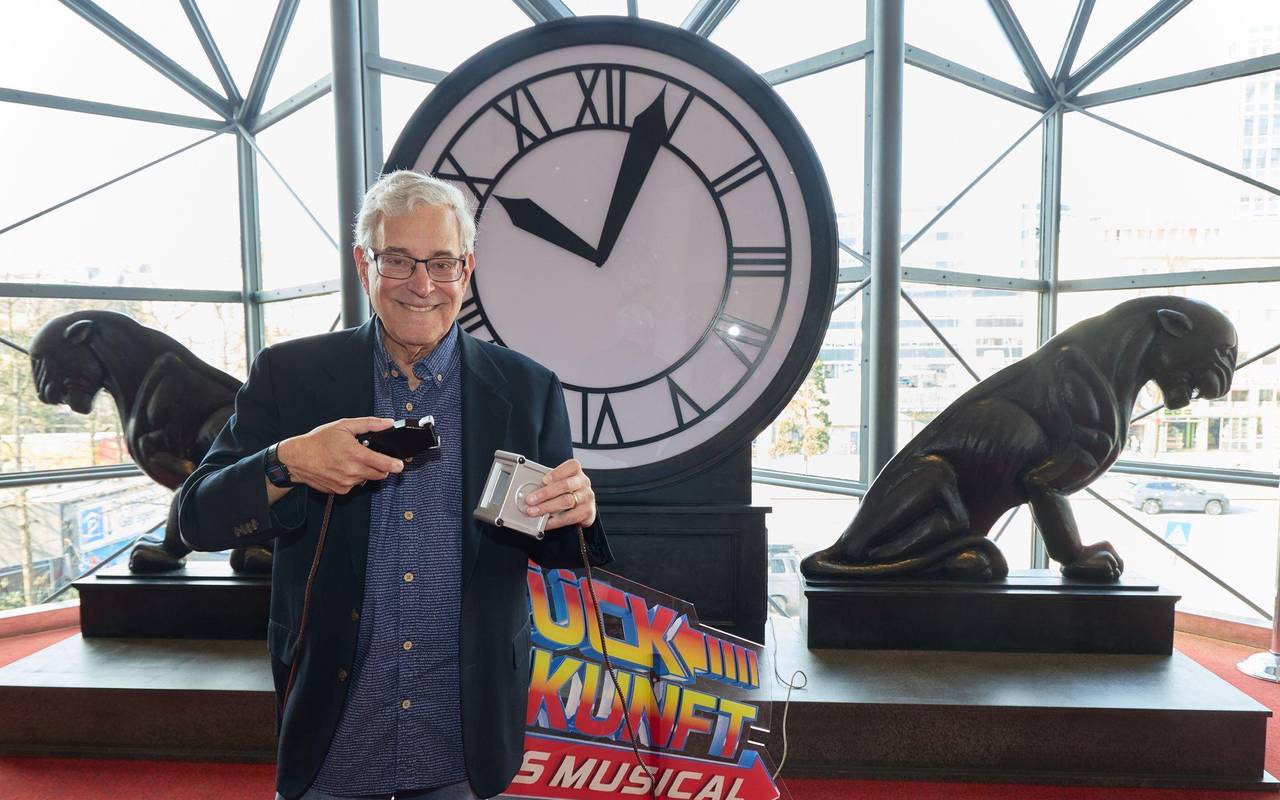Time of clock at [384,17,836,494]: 10:03
